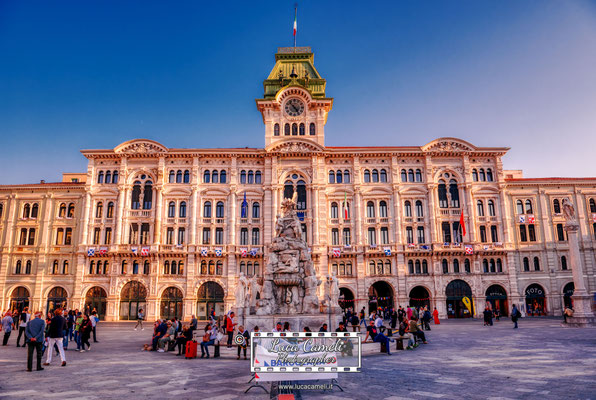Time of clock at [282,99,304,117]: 4:52
